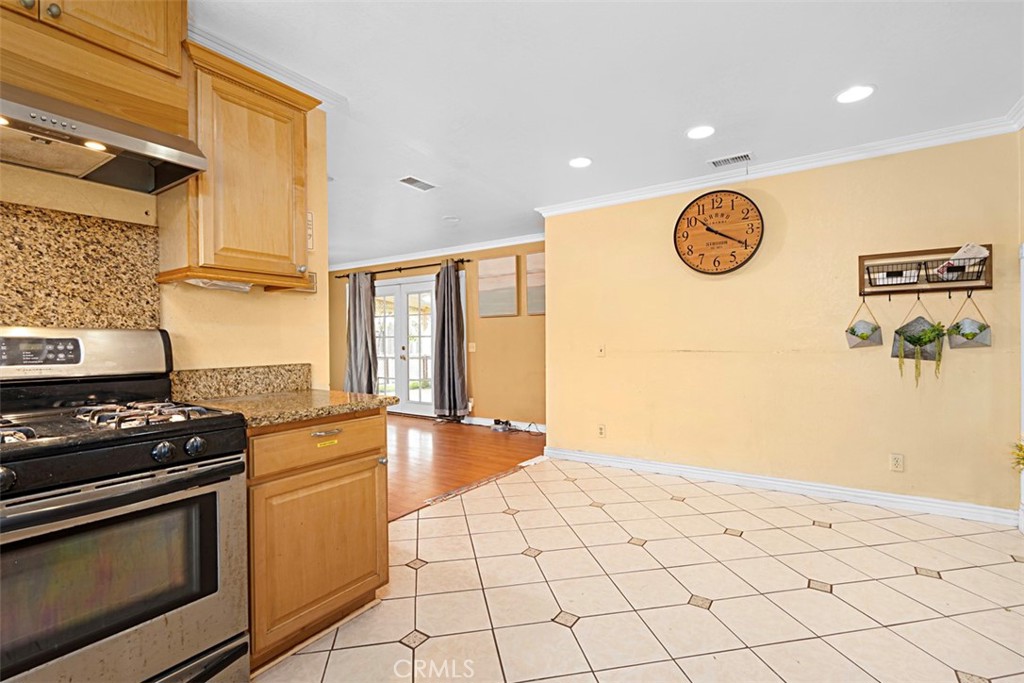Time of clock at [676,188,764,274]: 10:19
